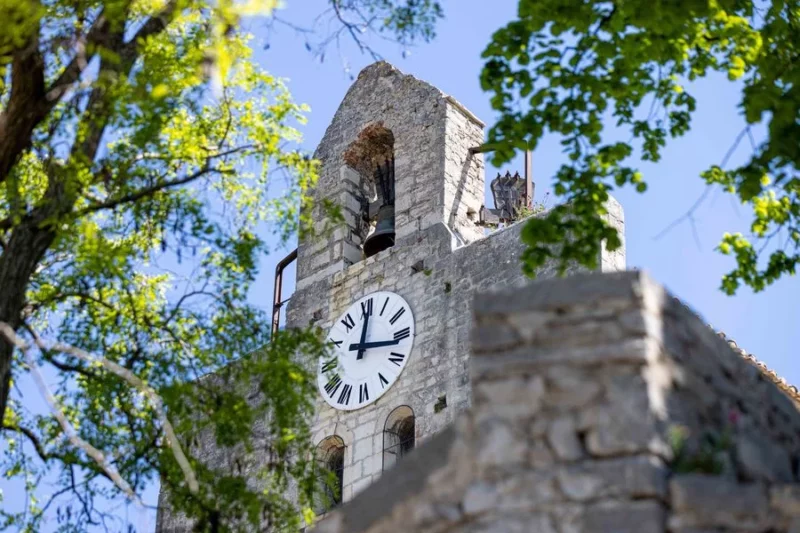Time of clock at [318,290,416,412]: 12:16
